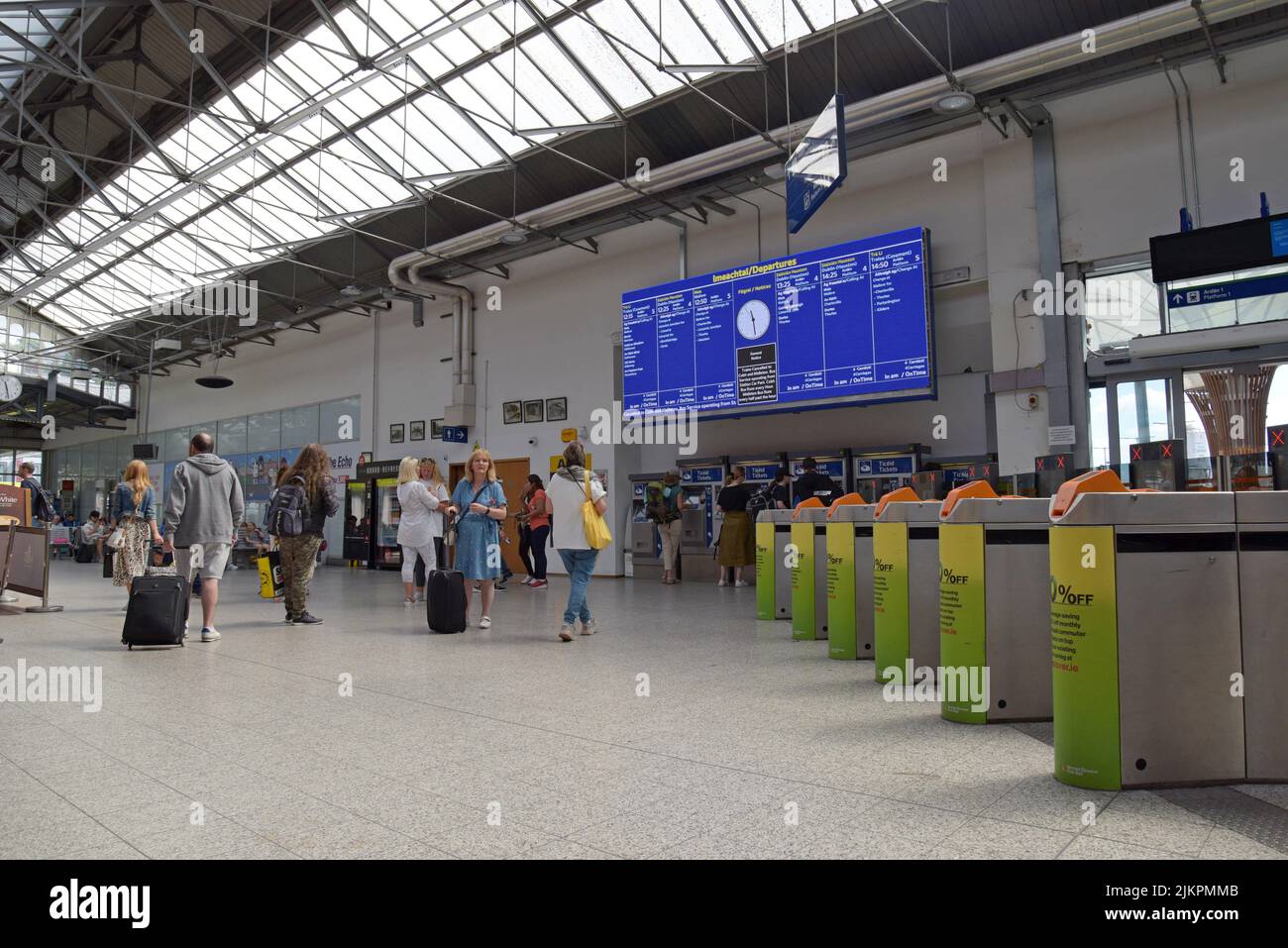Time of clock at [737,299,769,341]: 11:28
